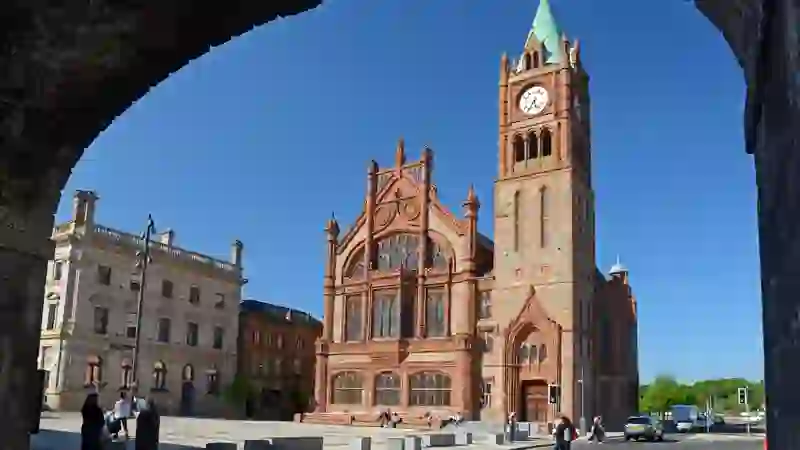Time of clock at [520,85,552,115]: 5:35
